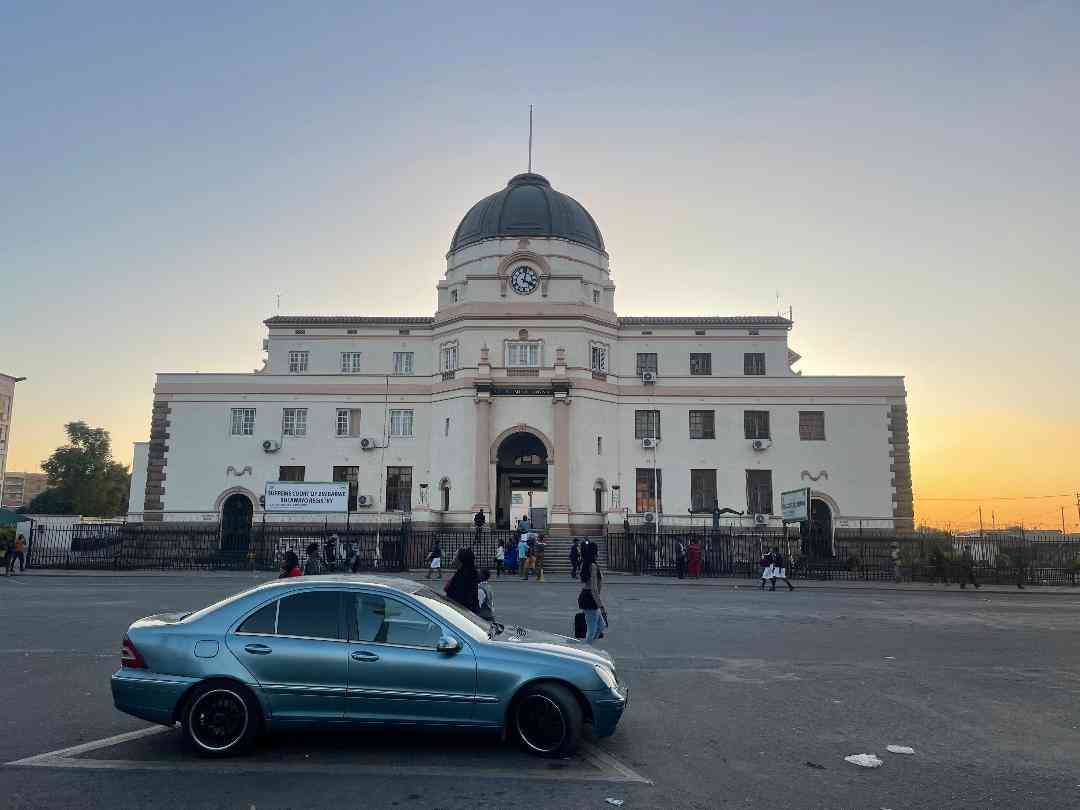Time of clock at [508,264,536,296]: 4:02
